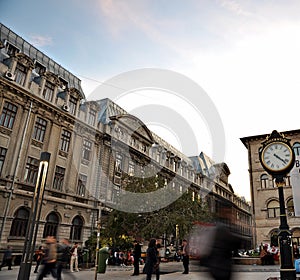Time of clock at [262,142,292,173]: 4:22
